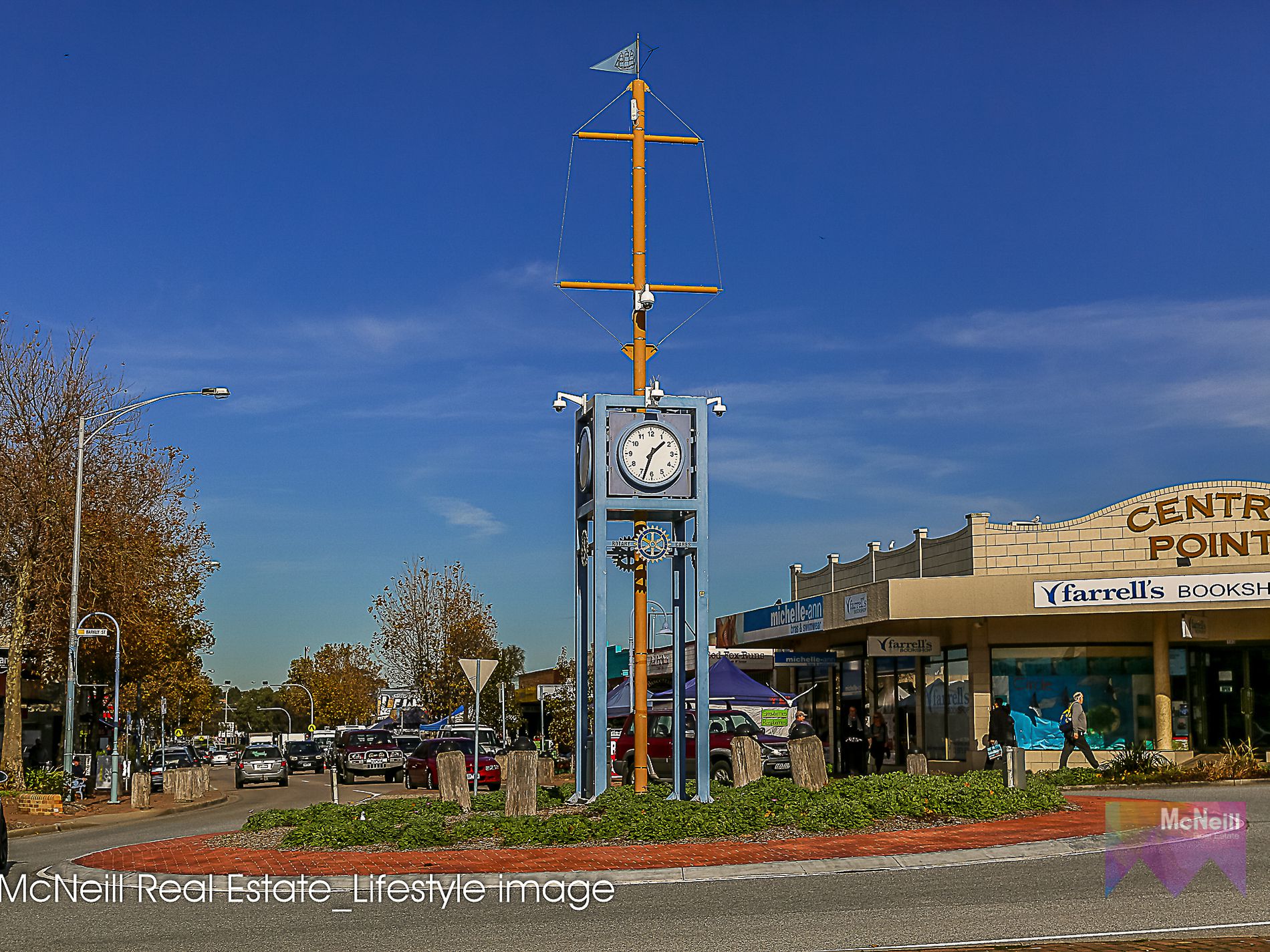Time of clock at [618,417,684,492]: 1:33
